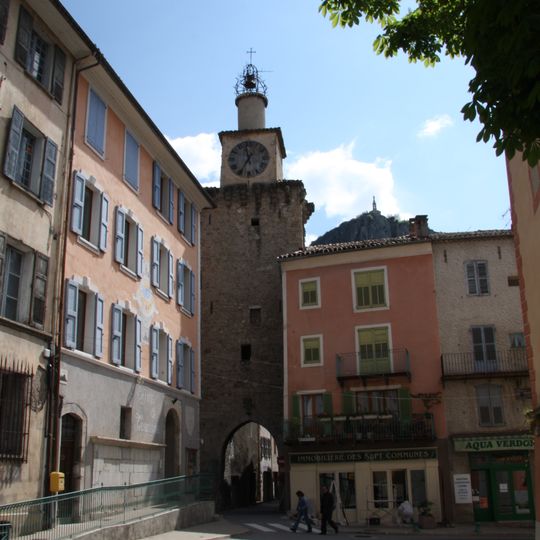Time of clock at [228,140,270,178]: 11:35
